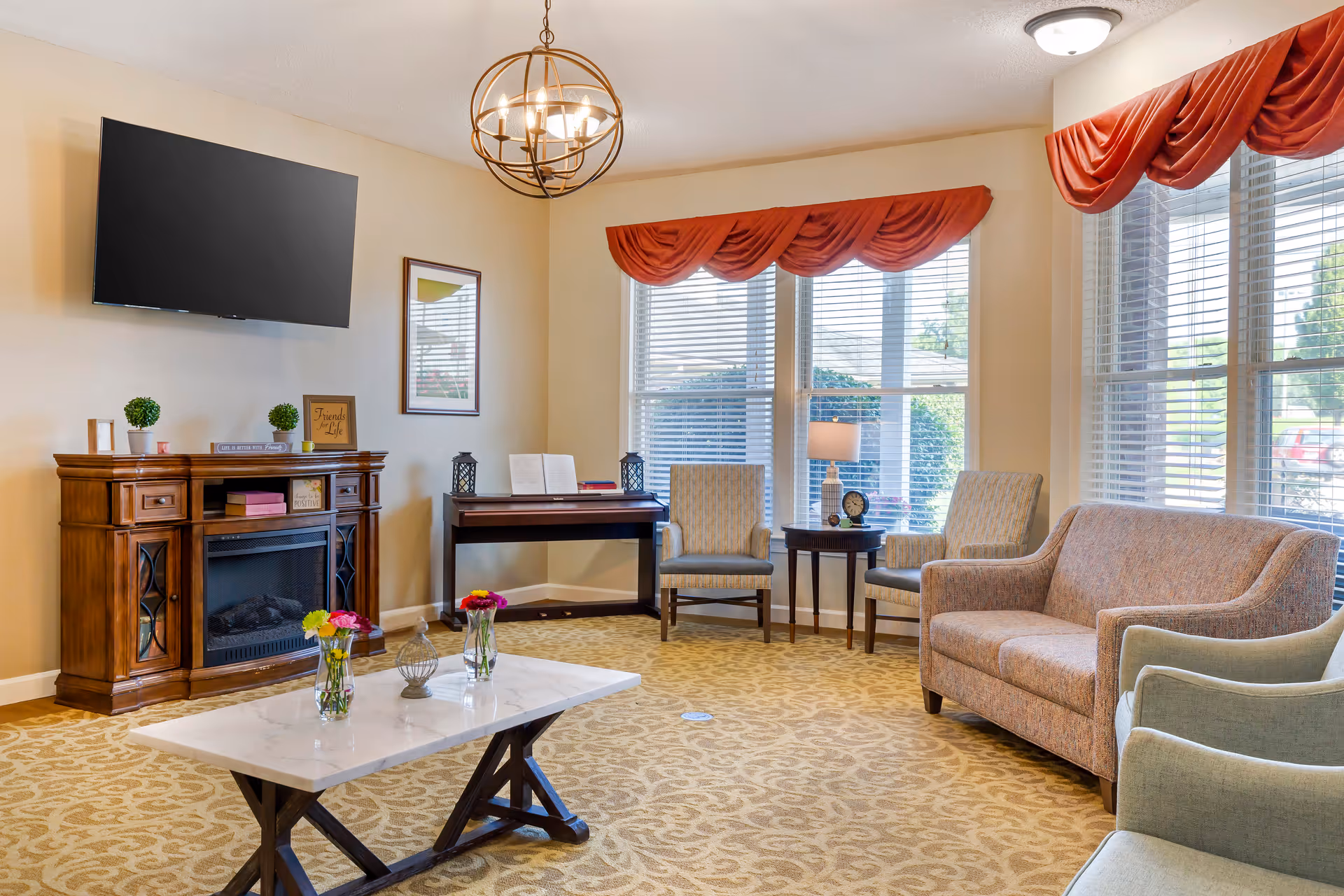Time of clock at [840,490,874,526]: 10:17
